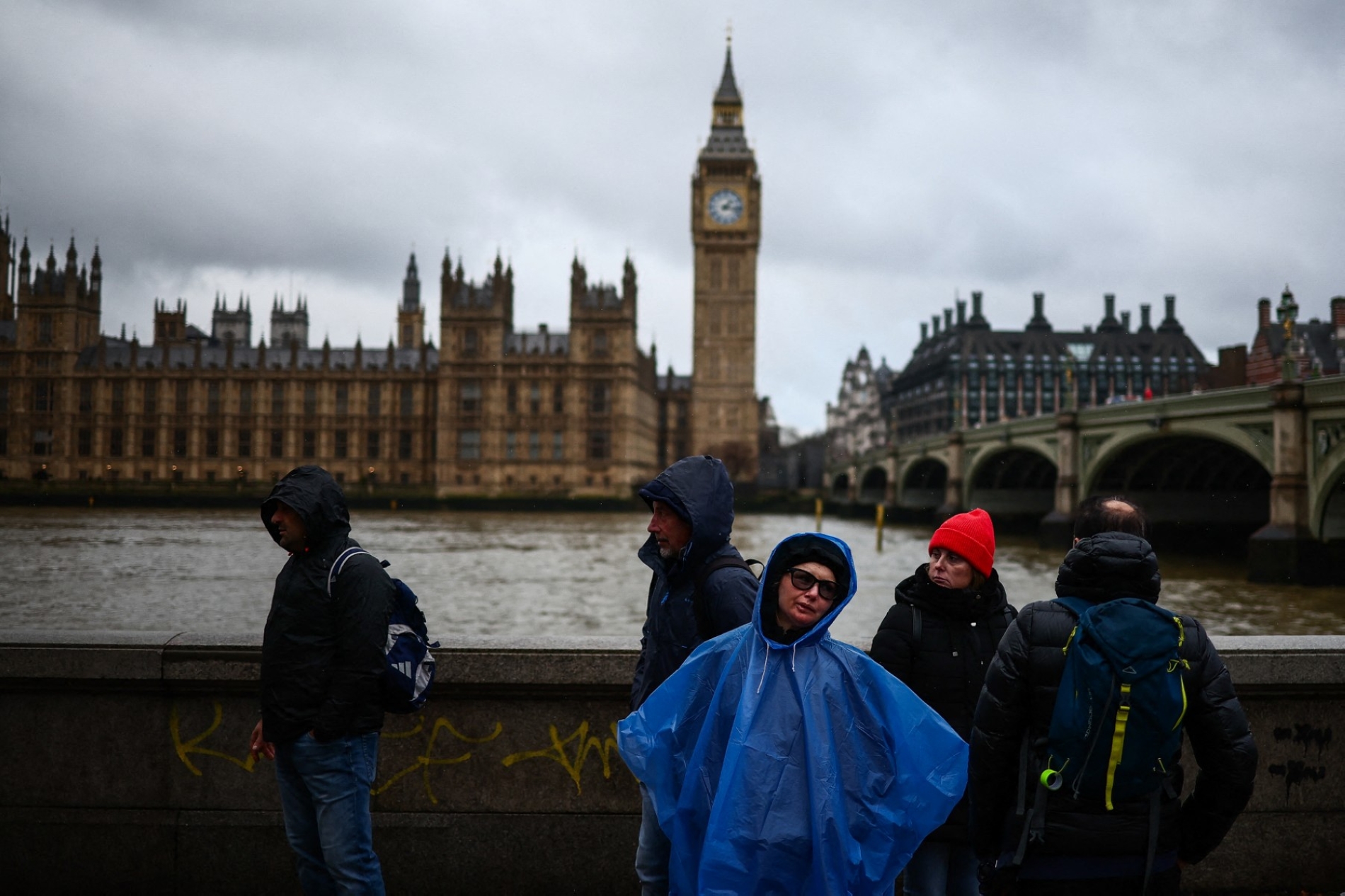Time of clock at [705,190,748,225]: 1:16
